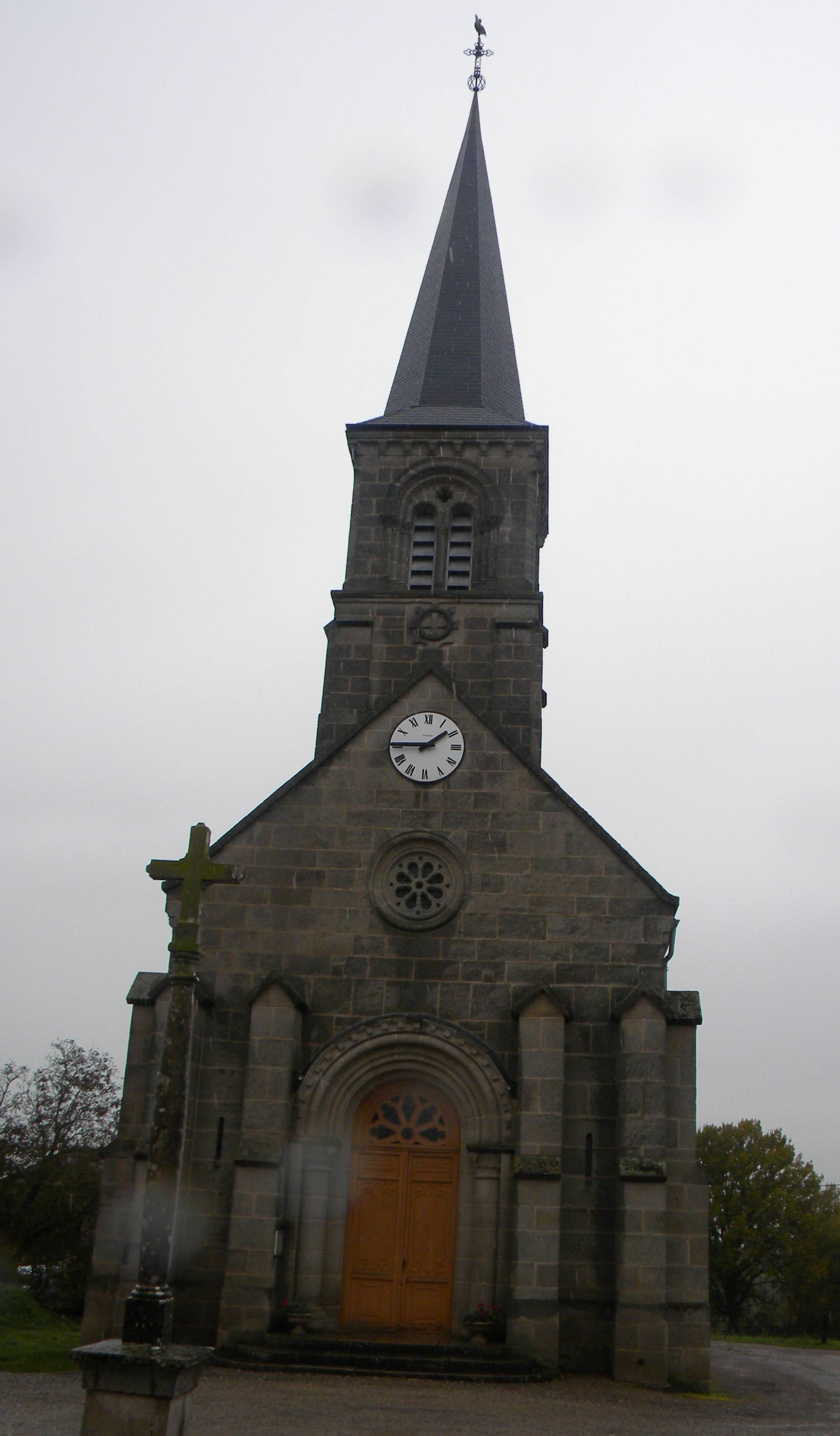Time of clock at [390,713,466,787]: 1:45
